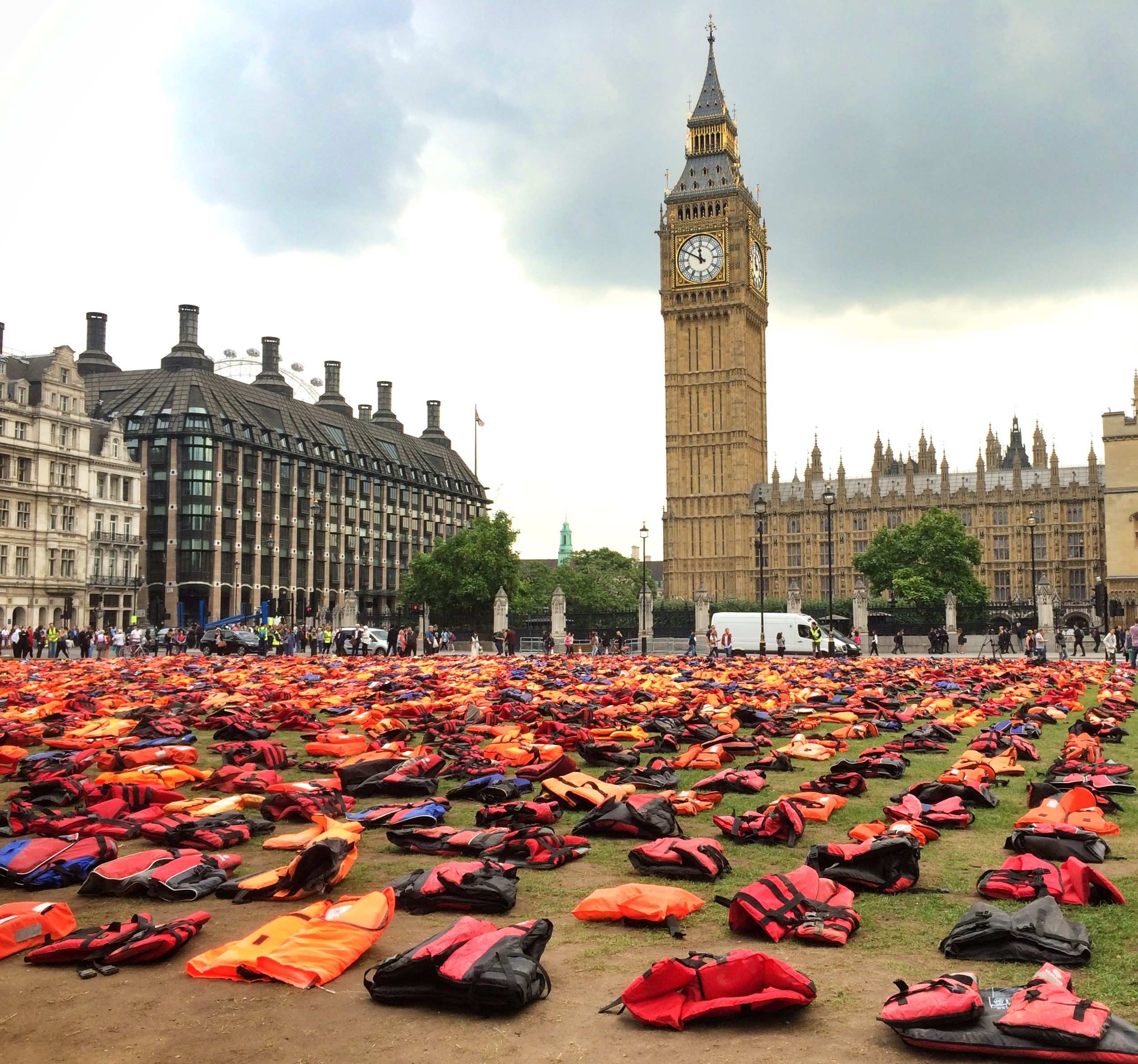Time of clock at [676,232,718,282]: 11:49
